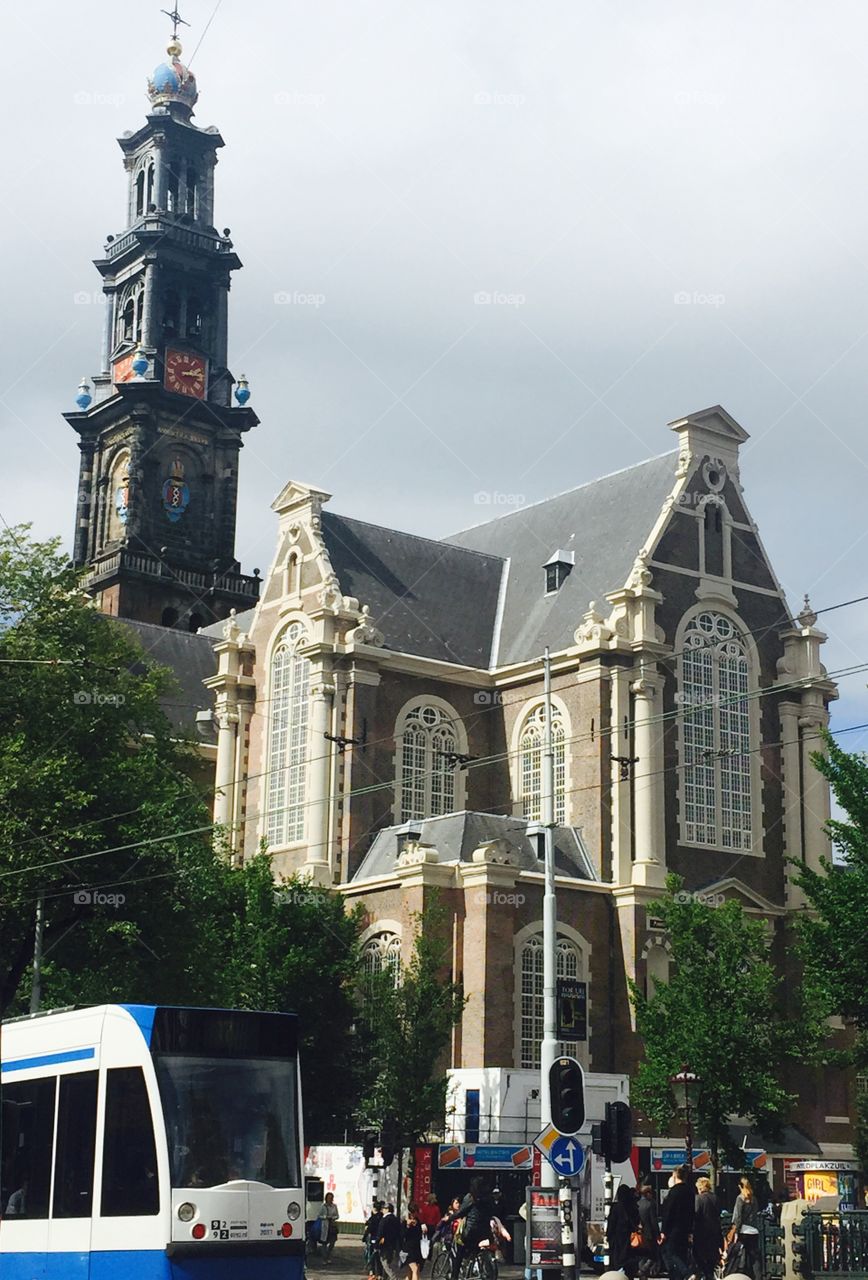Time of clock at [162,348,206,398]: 2:13
